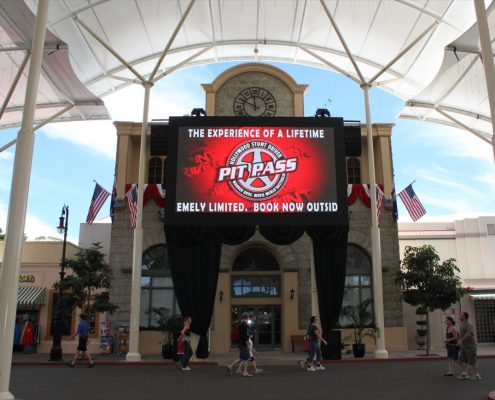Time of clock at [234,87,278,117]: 11:49
